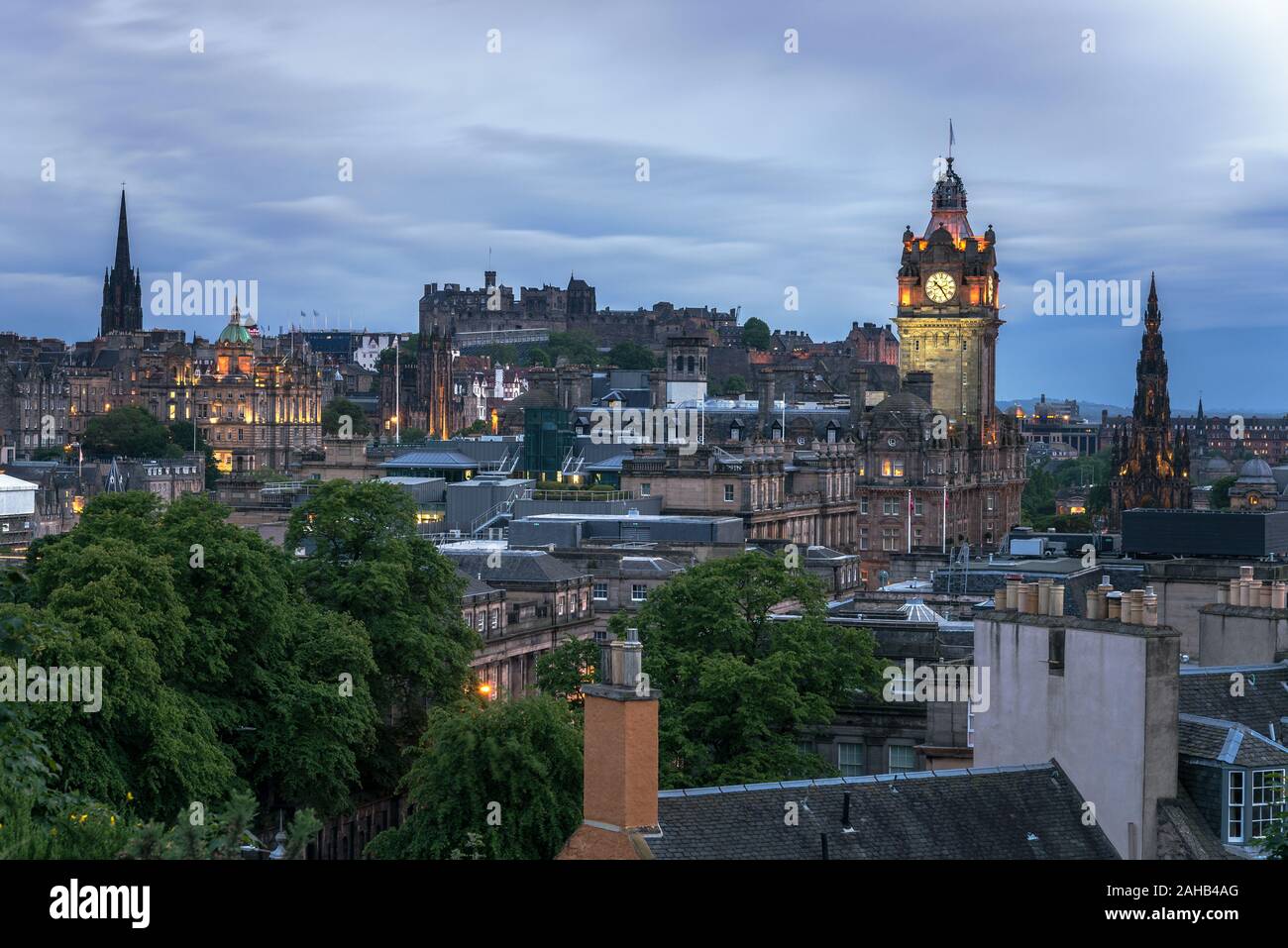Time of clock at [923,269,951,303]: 10:24
